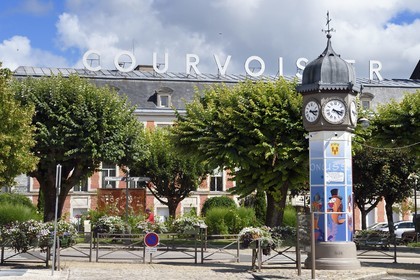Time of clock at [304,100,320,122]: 4:14
